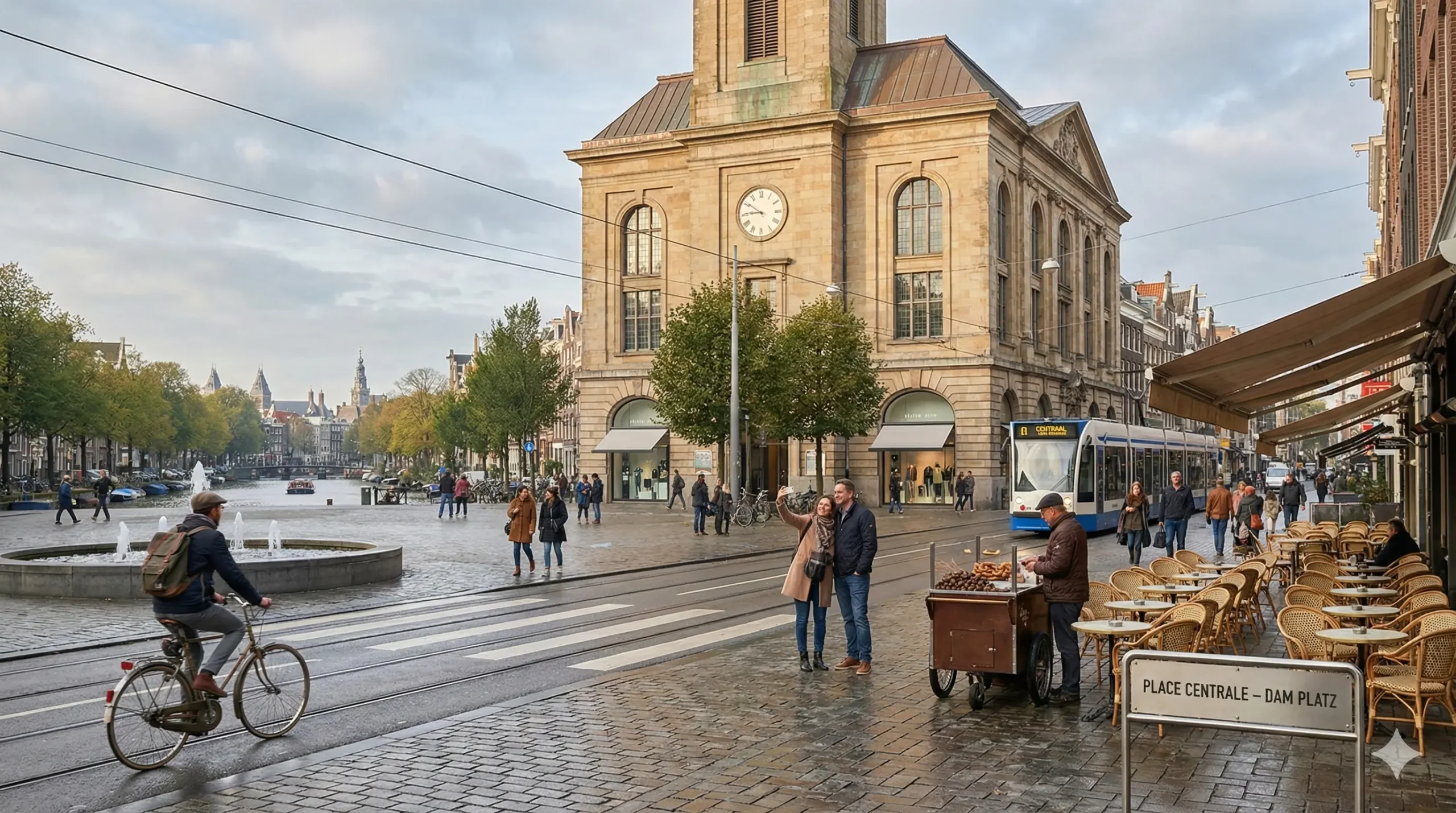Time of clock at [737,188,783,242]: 8:50
